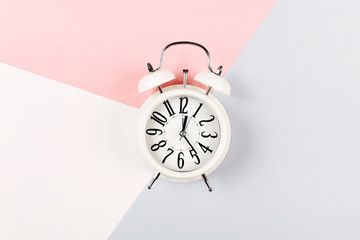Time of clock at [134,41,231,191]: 12:23
